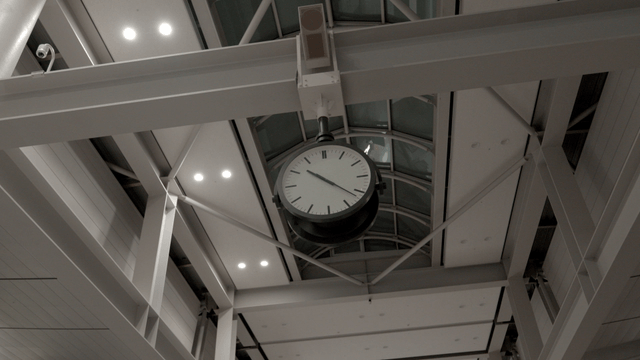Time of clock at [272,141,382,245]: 10:21
